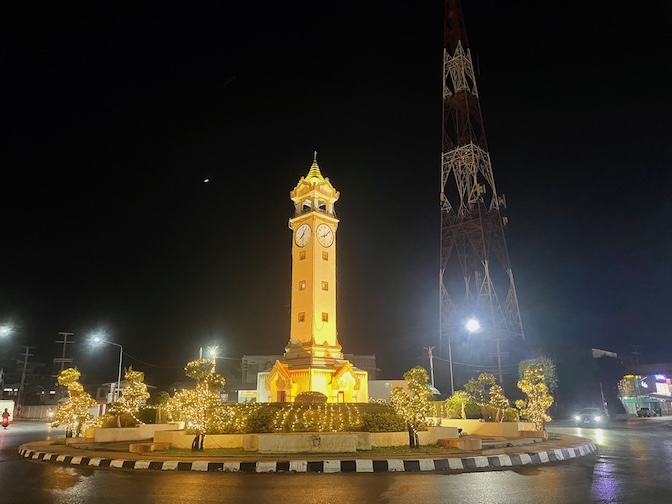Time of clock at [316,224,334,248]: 8:07
